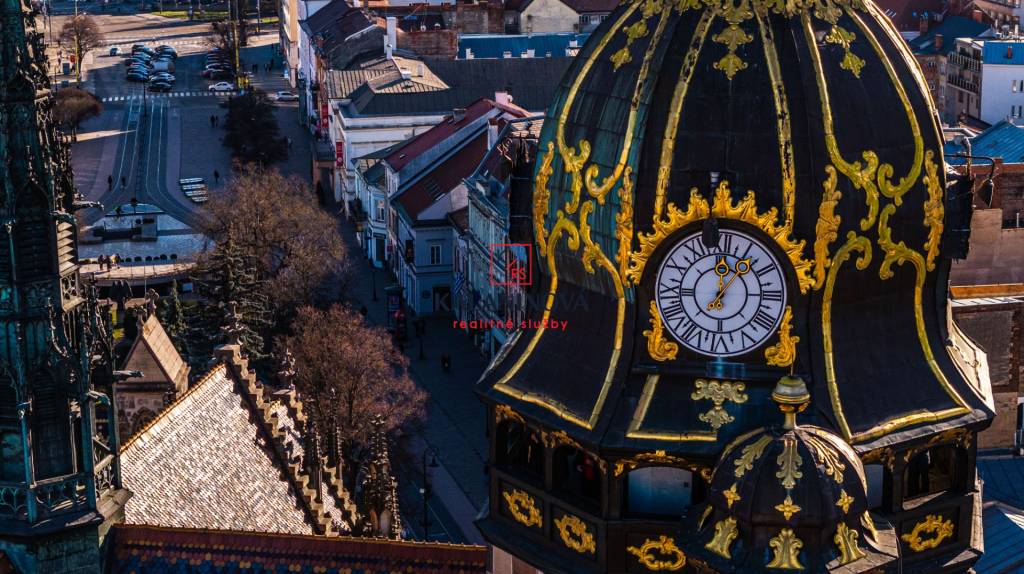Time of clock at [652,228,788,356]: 12:07
